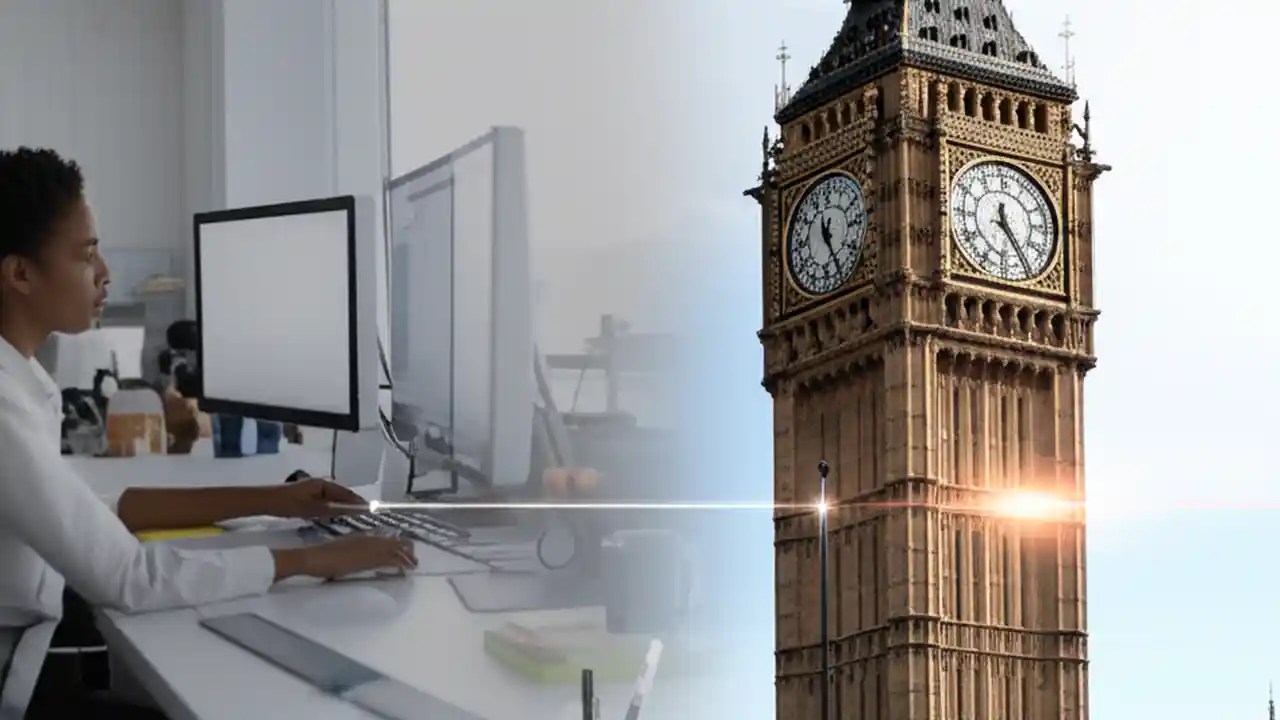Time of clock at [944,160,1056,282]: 11:24
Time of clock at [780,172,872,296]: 11:25
